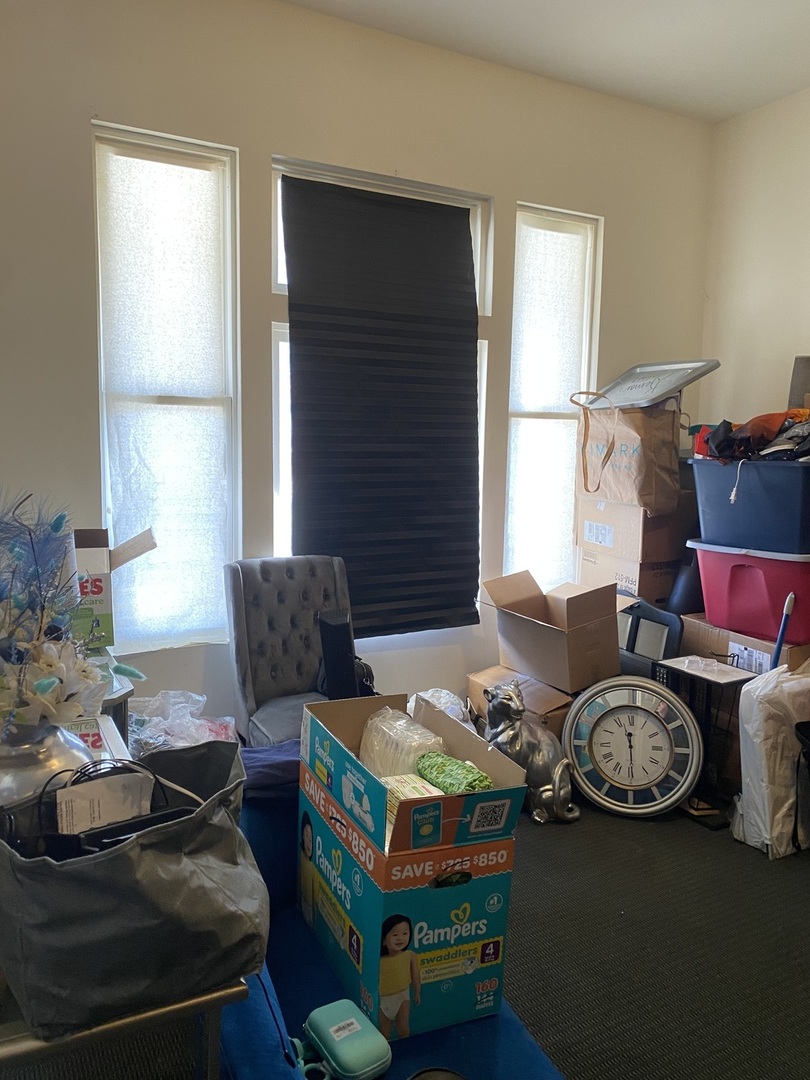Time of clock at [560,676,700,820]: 11:29
